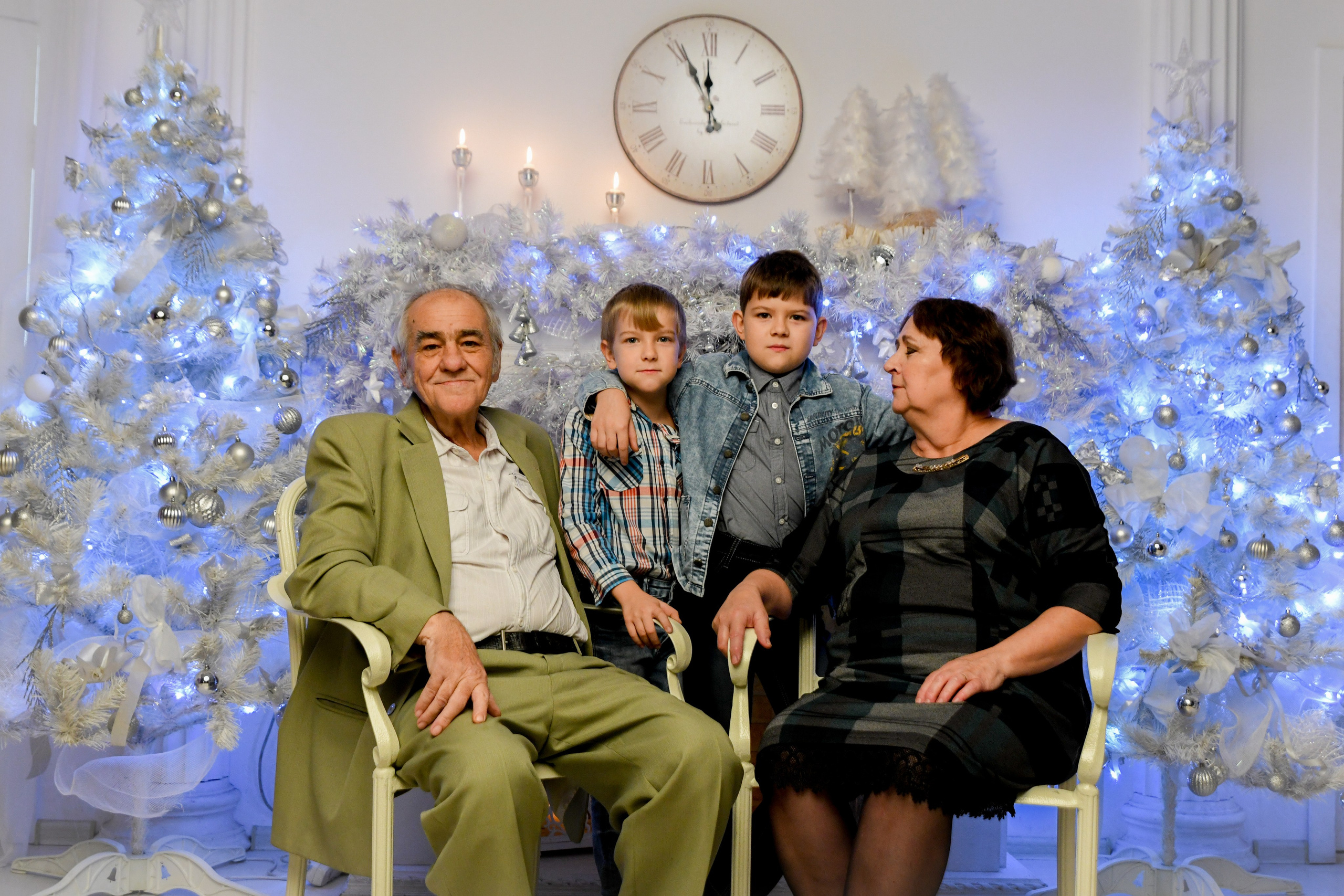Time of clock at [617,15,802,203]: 11:55
